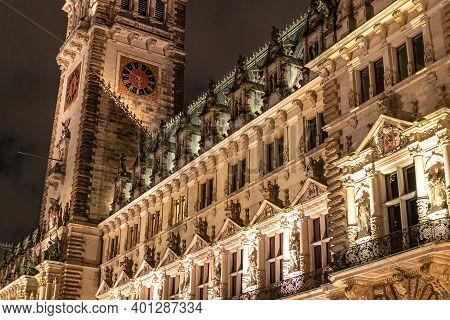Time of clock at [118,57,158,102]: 5:50
